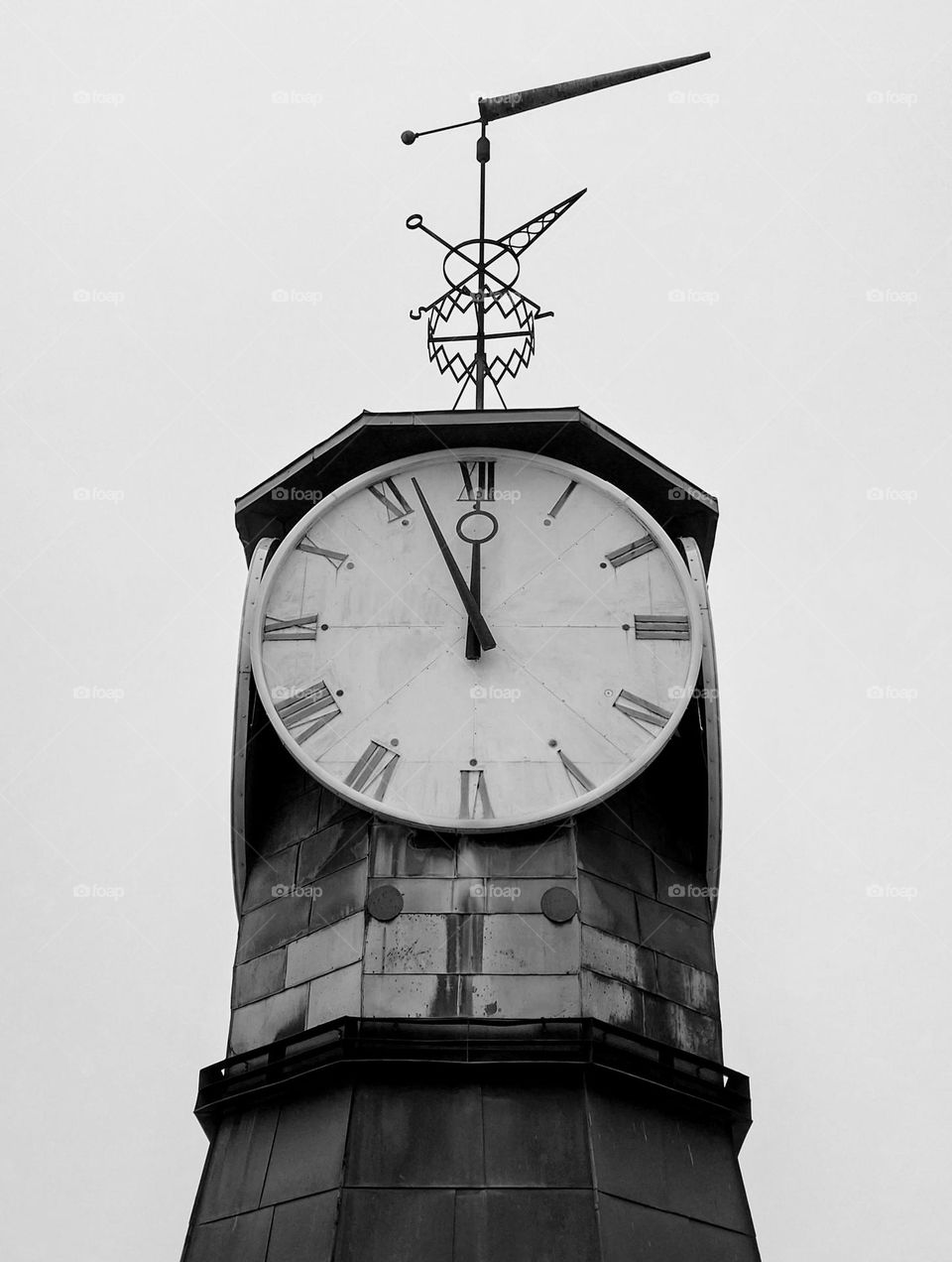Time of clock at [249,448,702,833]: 11:56
